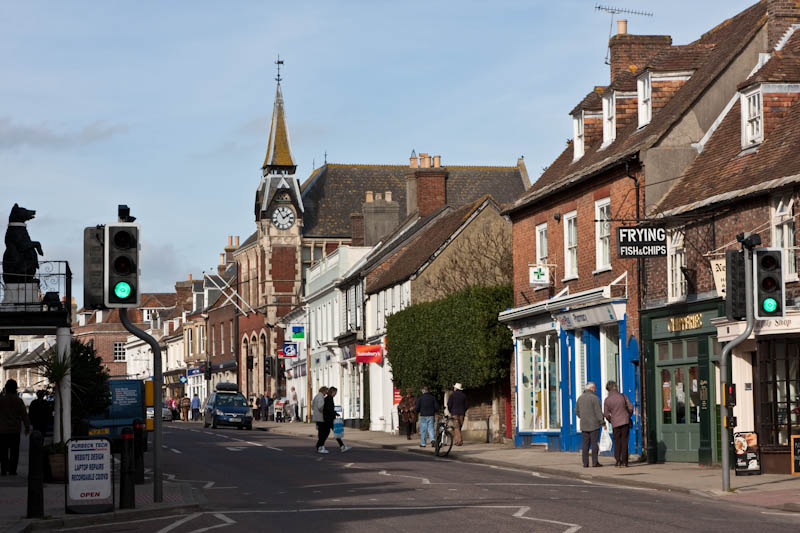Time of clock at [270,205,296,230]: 1:54
